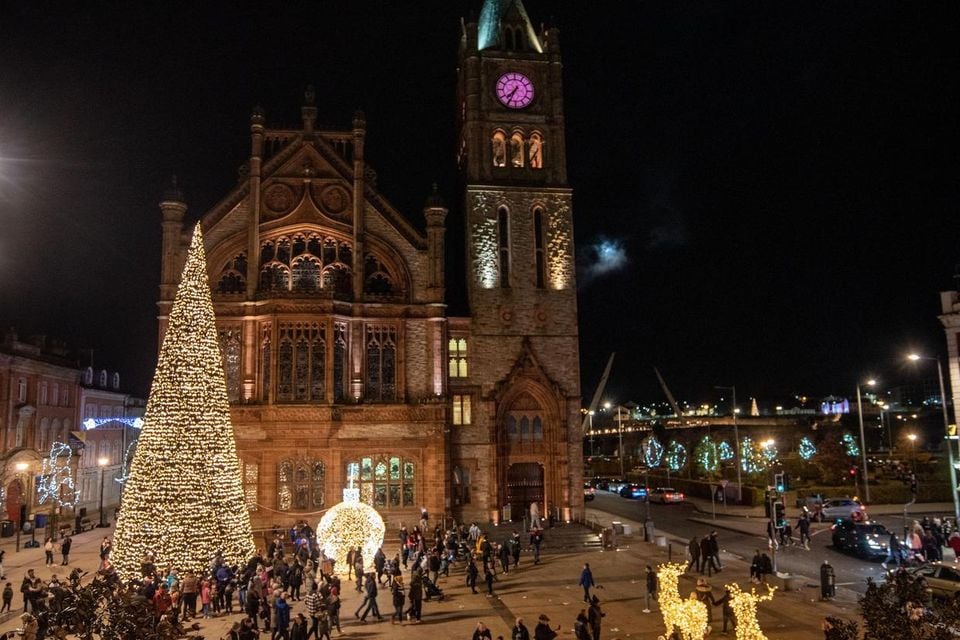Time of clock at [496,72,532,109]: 7:34
